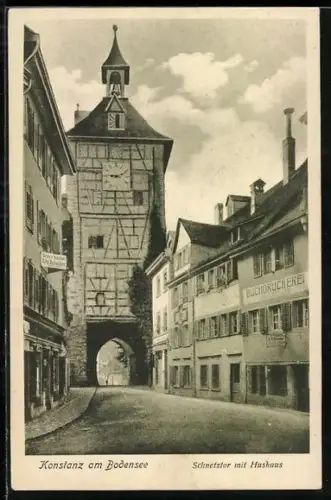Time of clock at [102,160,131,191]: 9:11
